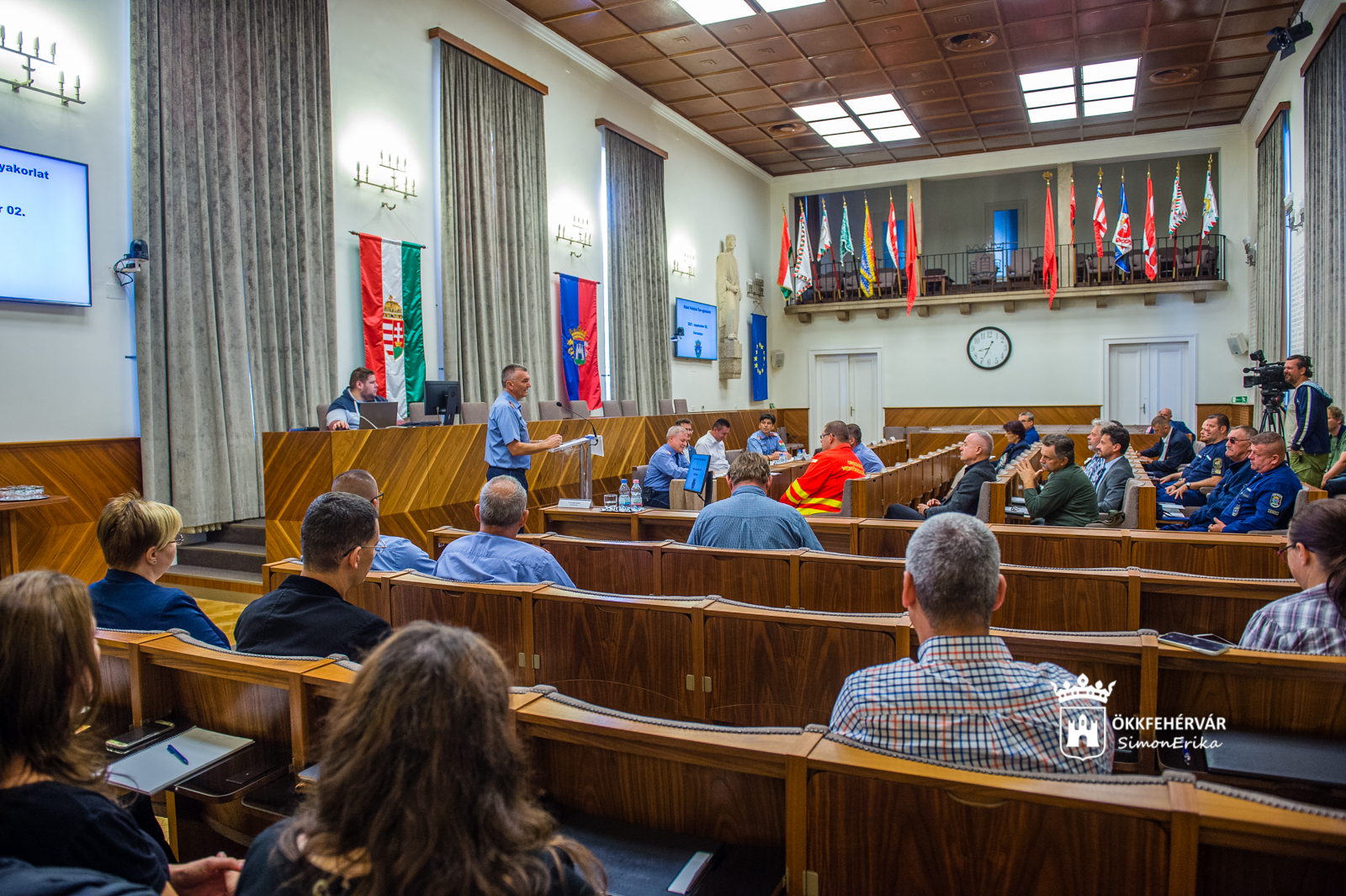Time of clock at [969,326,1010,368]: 8:34
